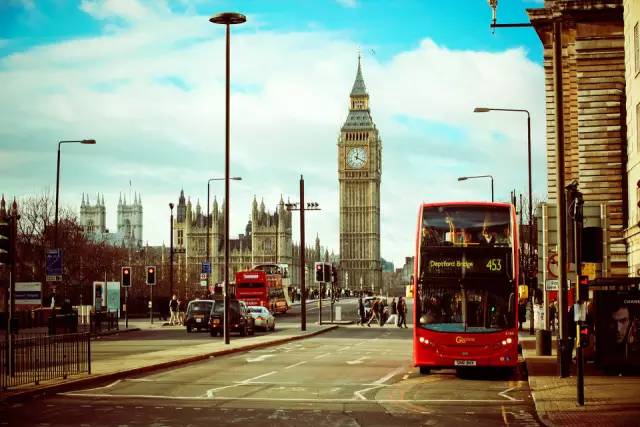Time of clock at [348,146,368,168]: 12:19
